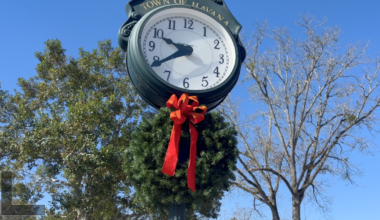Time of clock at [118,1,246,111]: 9:39
